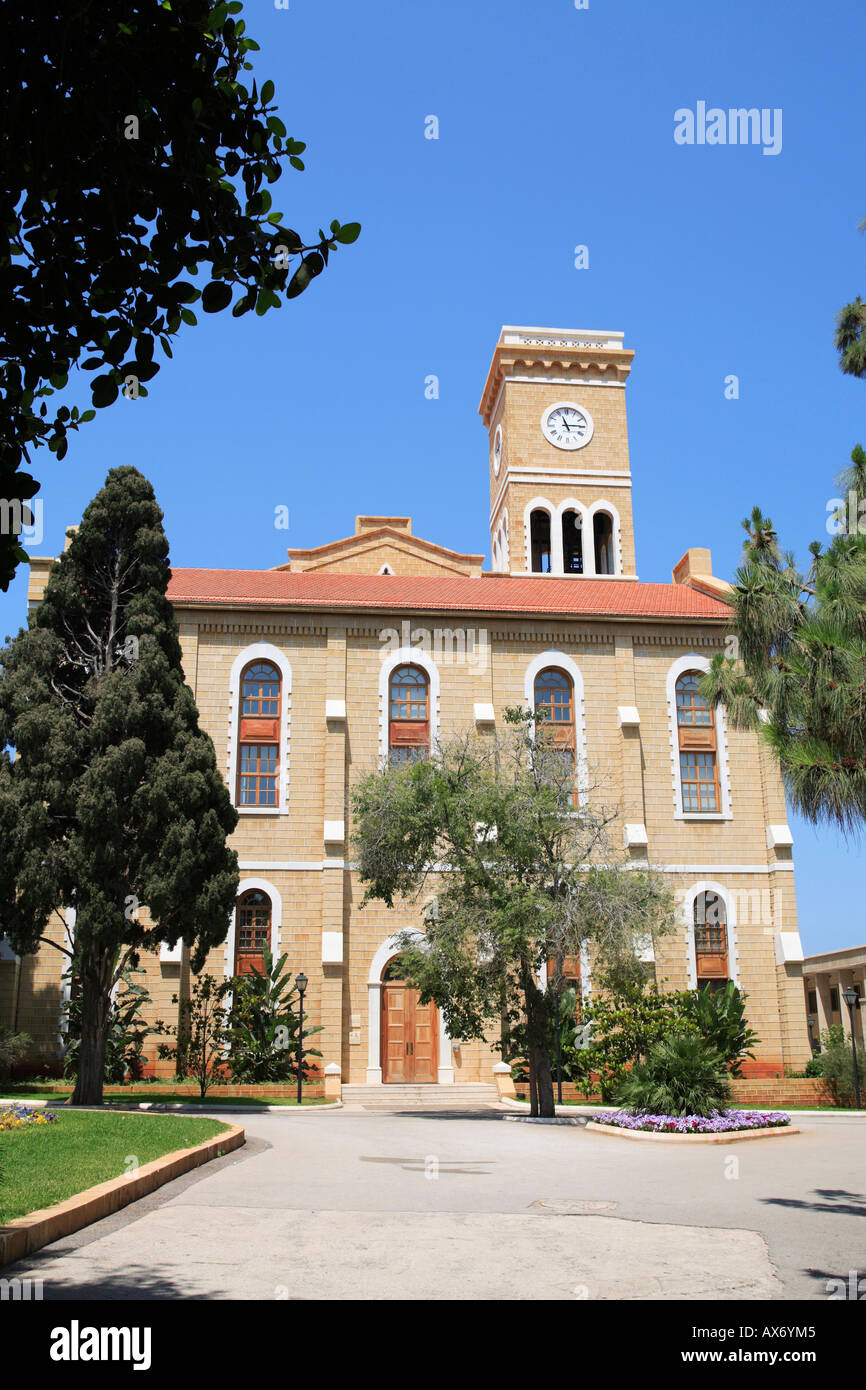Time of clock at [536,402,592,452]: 11:14
